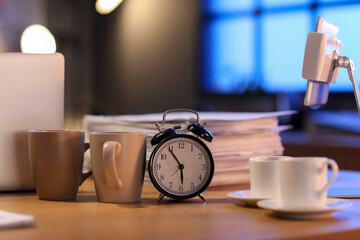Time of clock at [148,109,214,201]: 5:54
